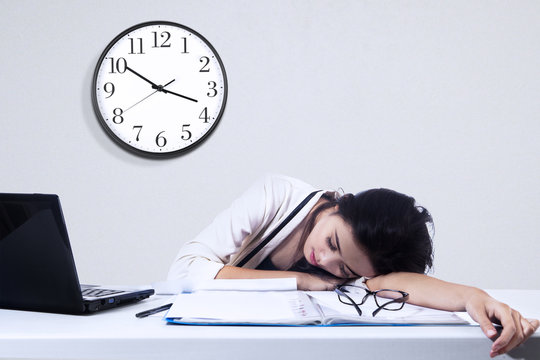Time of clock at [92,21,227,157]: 3:50
